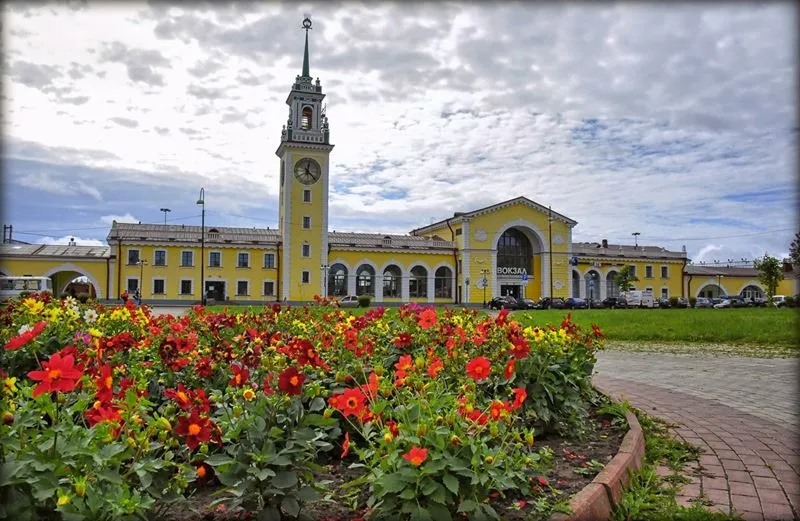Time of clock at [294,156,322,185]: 12:22
